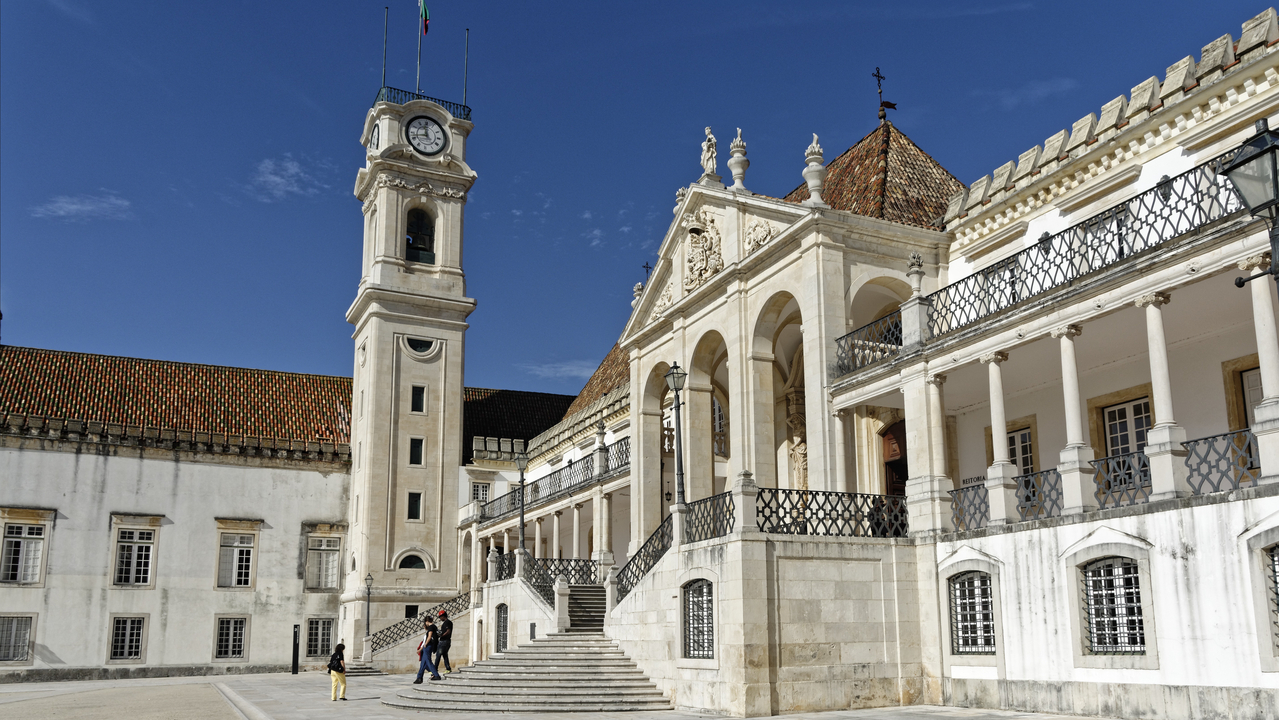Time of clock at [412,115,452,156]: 11:42
